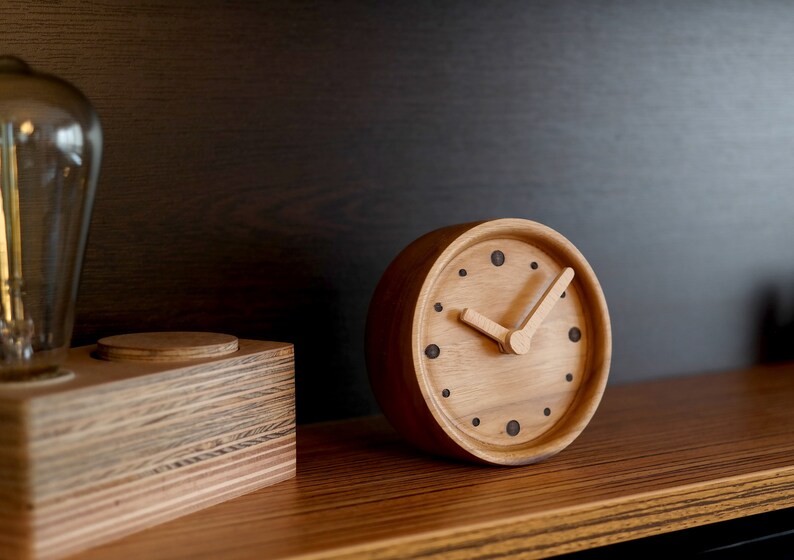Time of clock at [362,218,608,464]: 10:07
